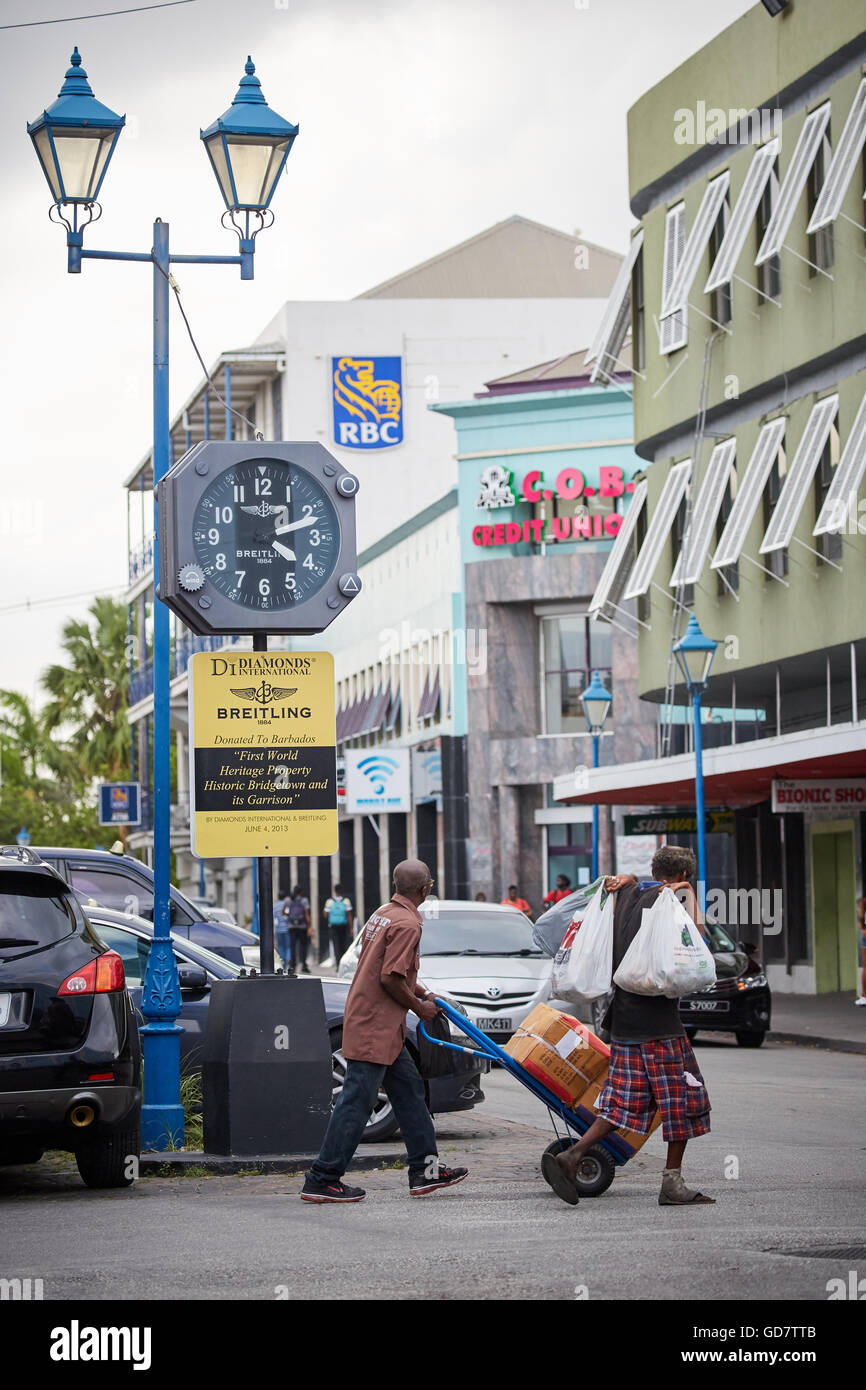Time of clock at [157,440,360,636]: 4:11
